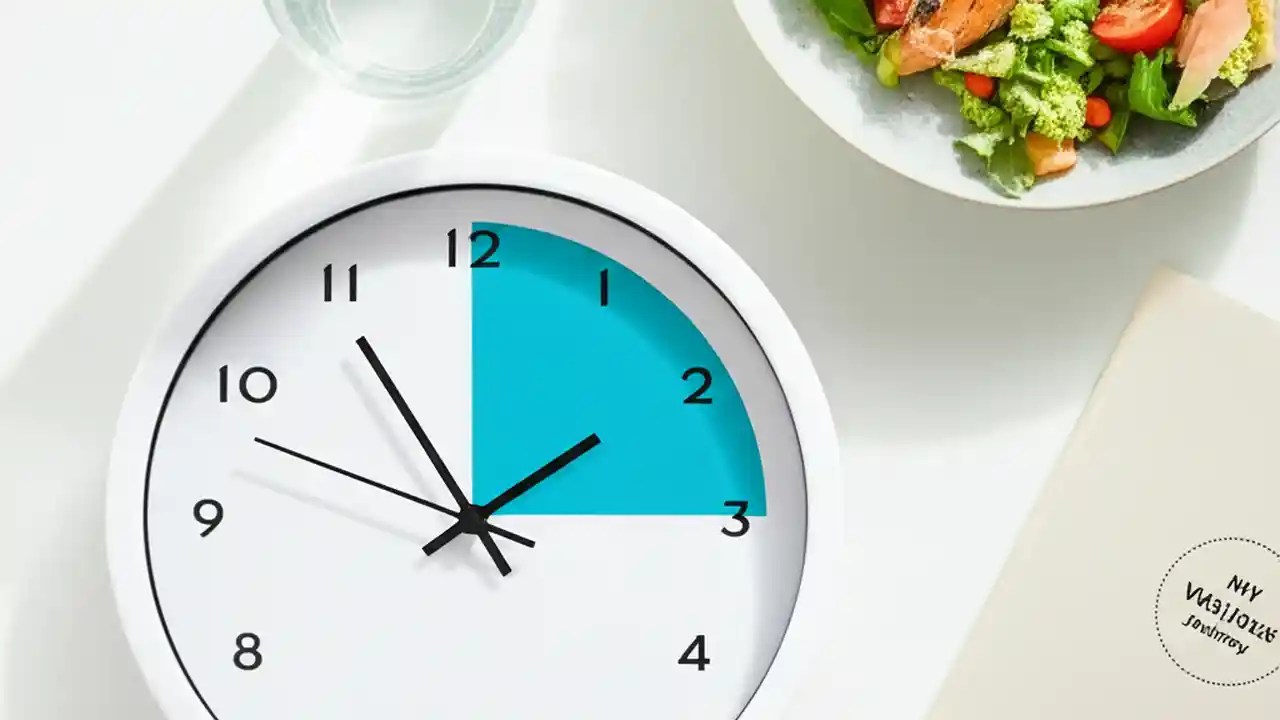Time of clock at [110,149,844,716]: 1:48
